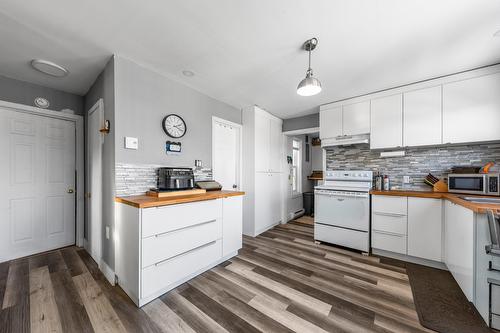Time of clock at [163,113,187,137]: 2:18
